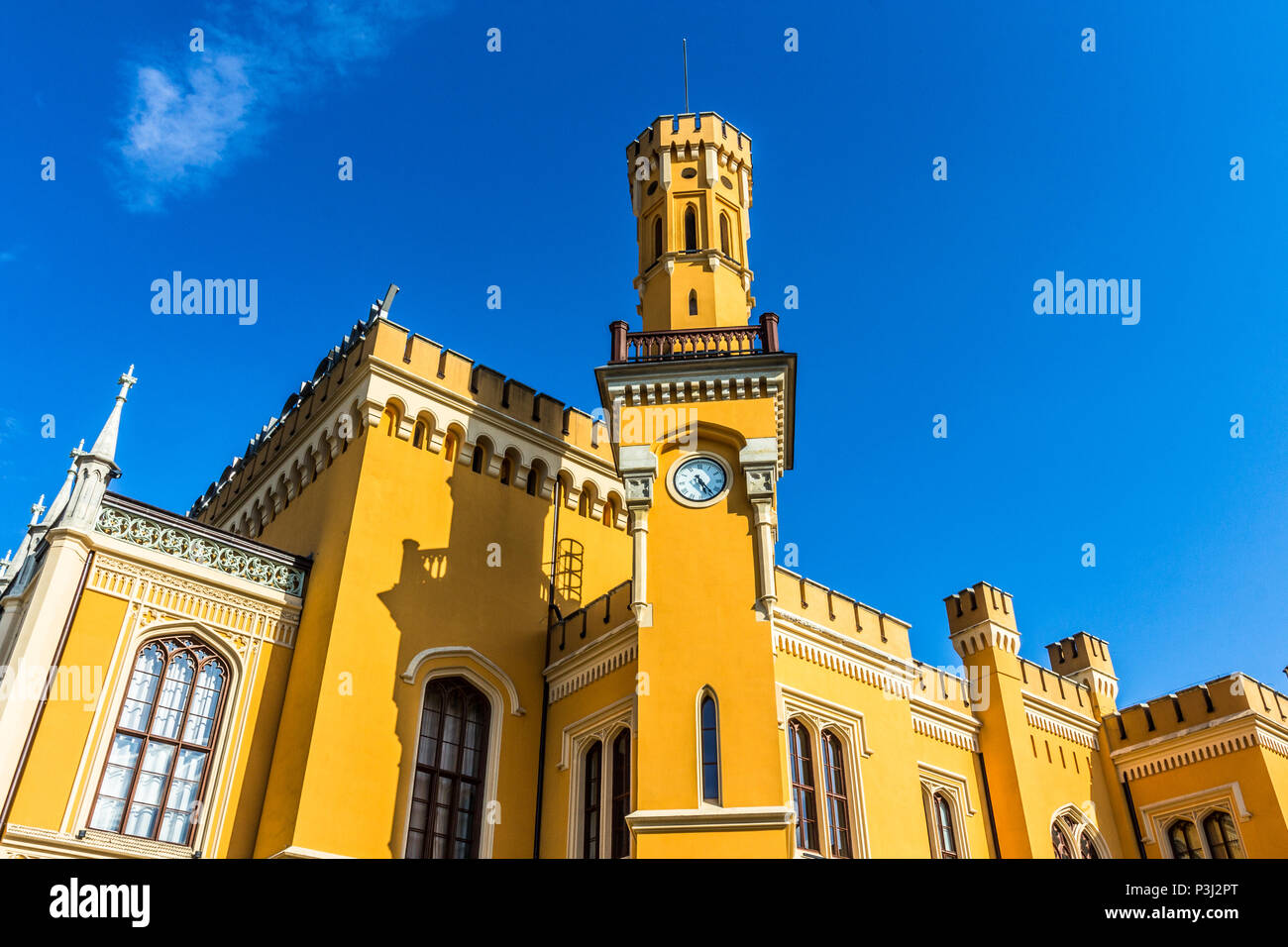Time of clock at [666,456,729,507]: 5:23
